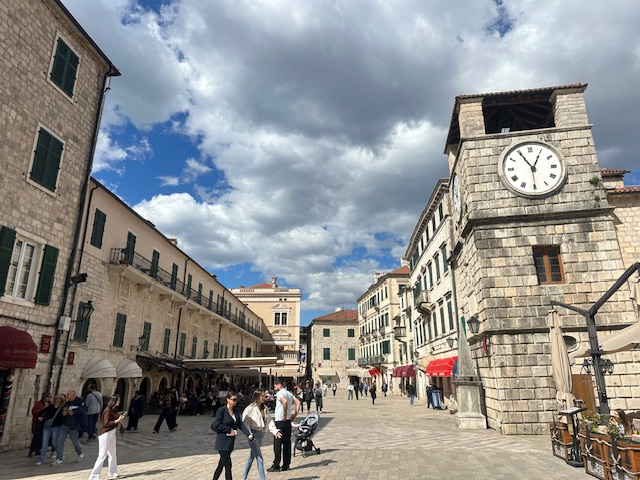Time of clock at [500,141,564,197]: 12:55
